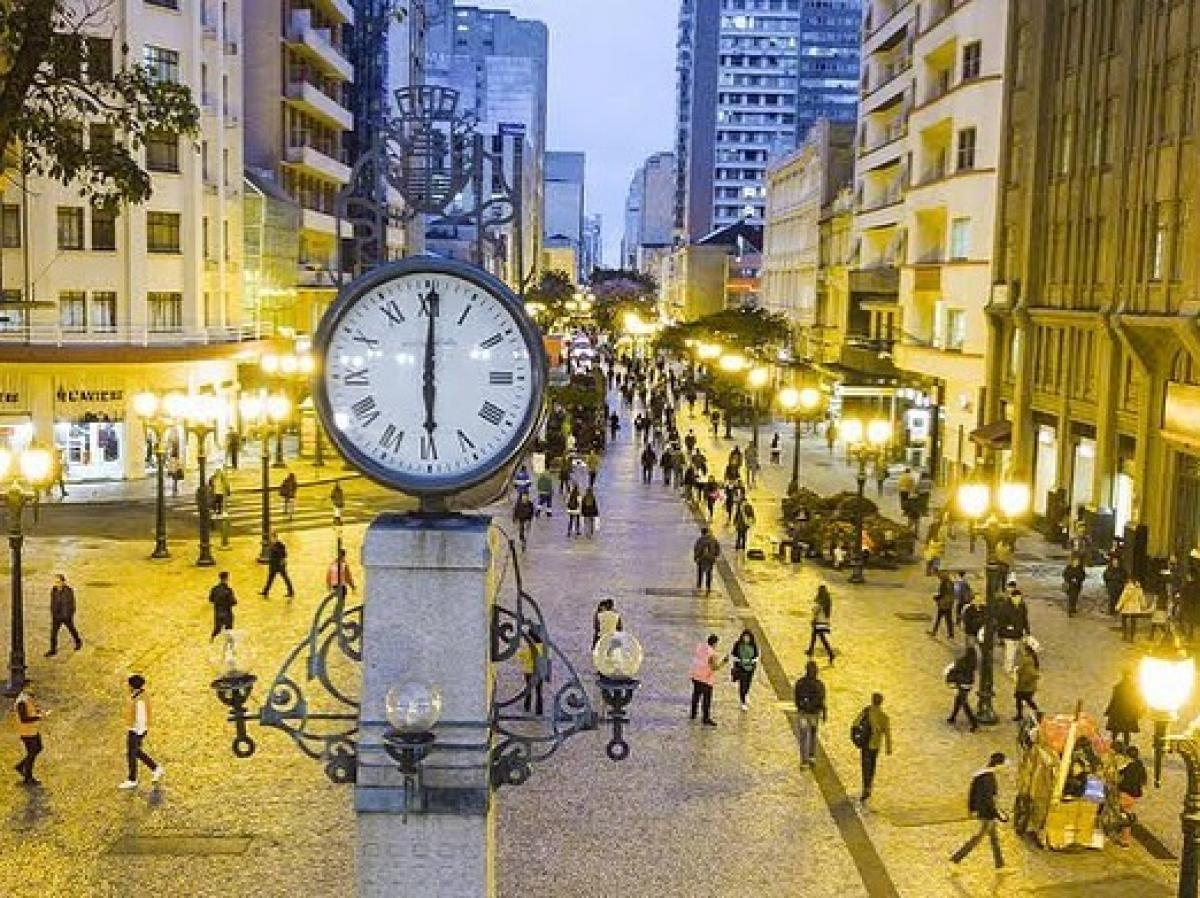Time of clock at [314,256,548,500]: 6:00
